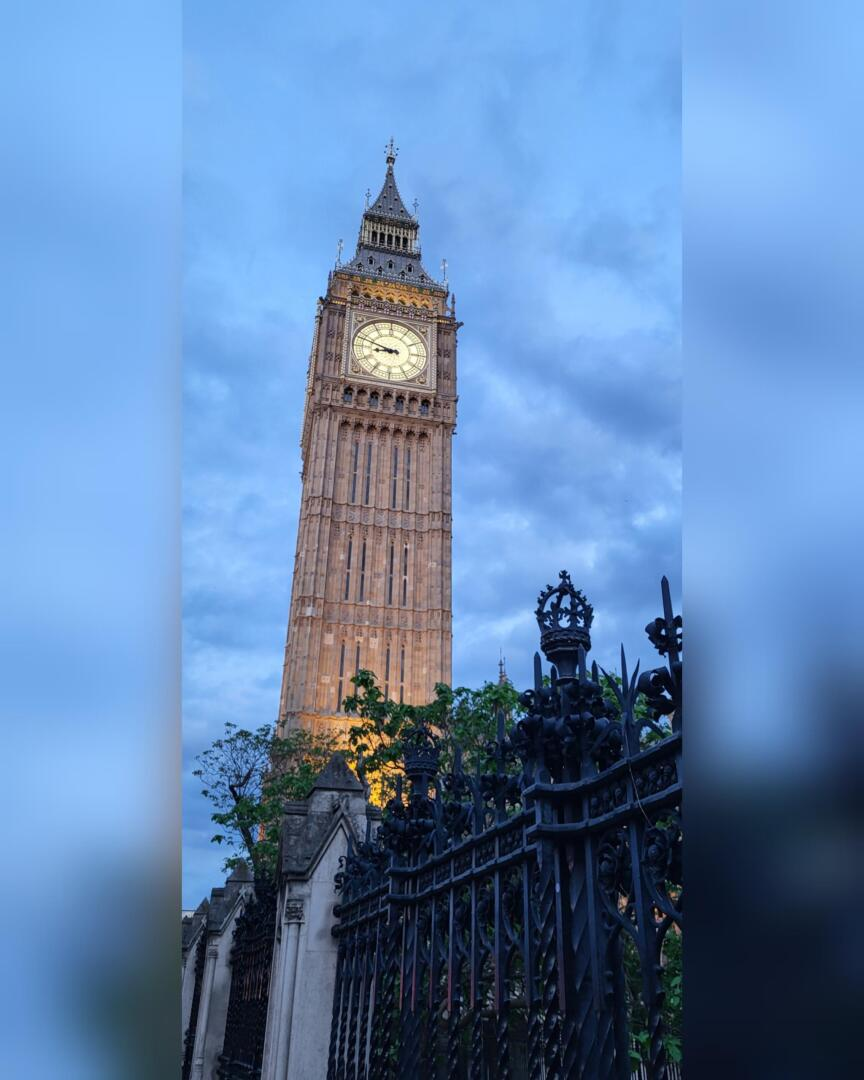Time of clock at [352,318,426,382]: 8:48
